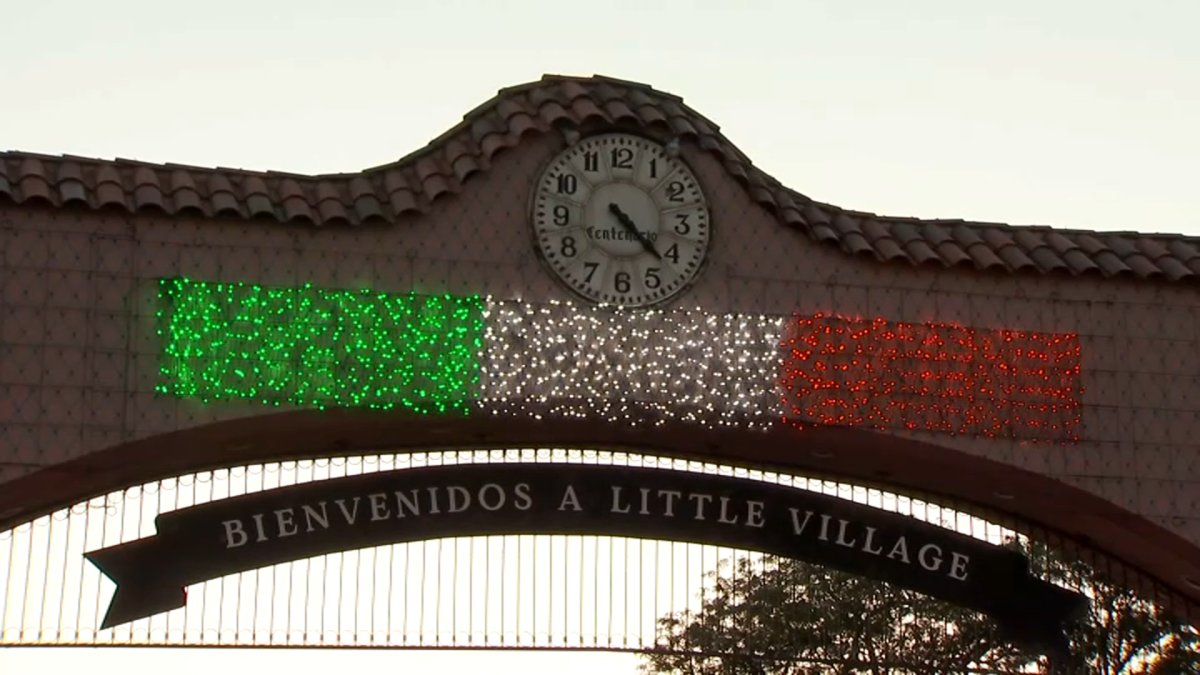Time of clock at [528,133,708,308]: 4:22
